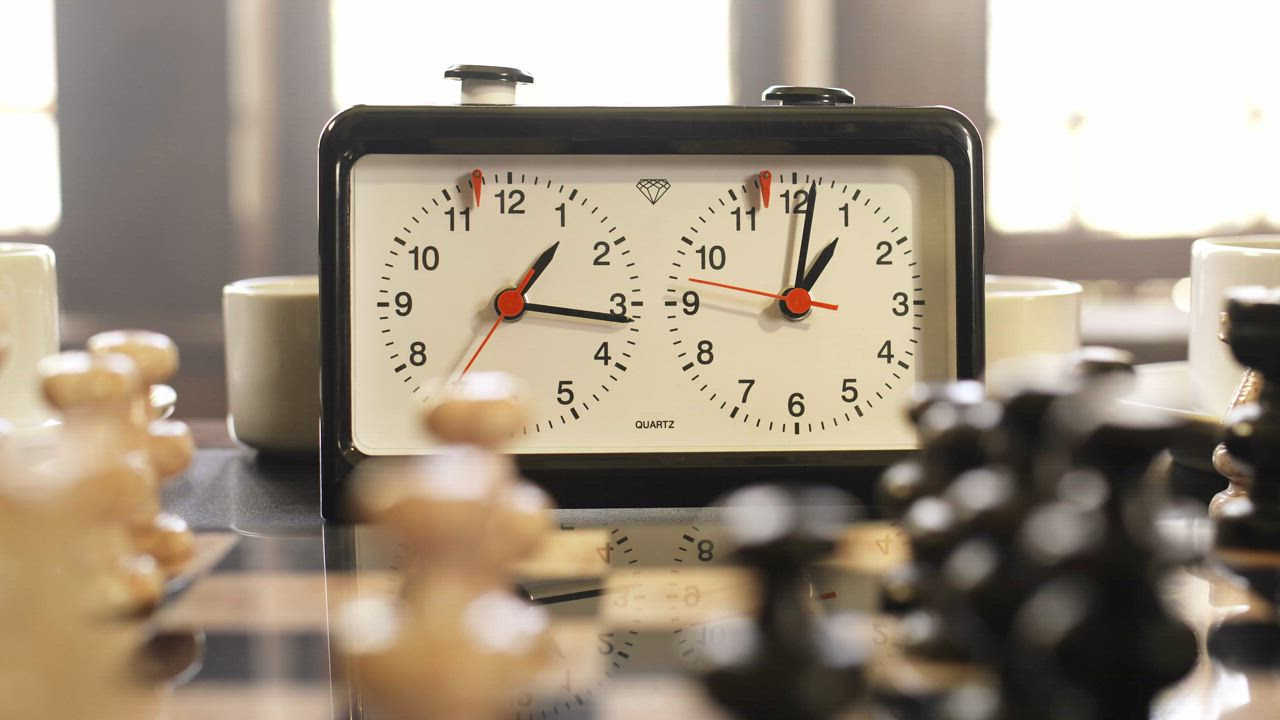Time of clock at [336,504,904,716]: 1:16
